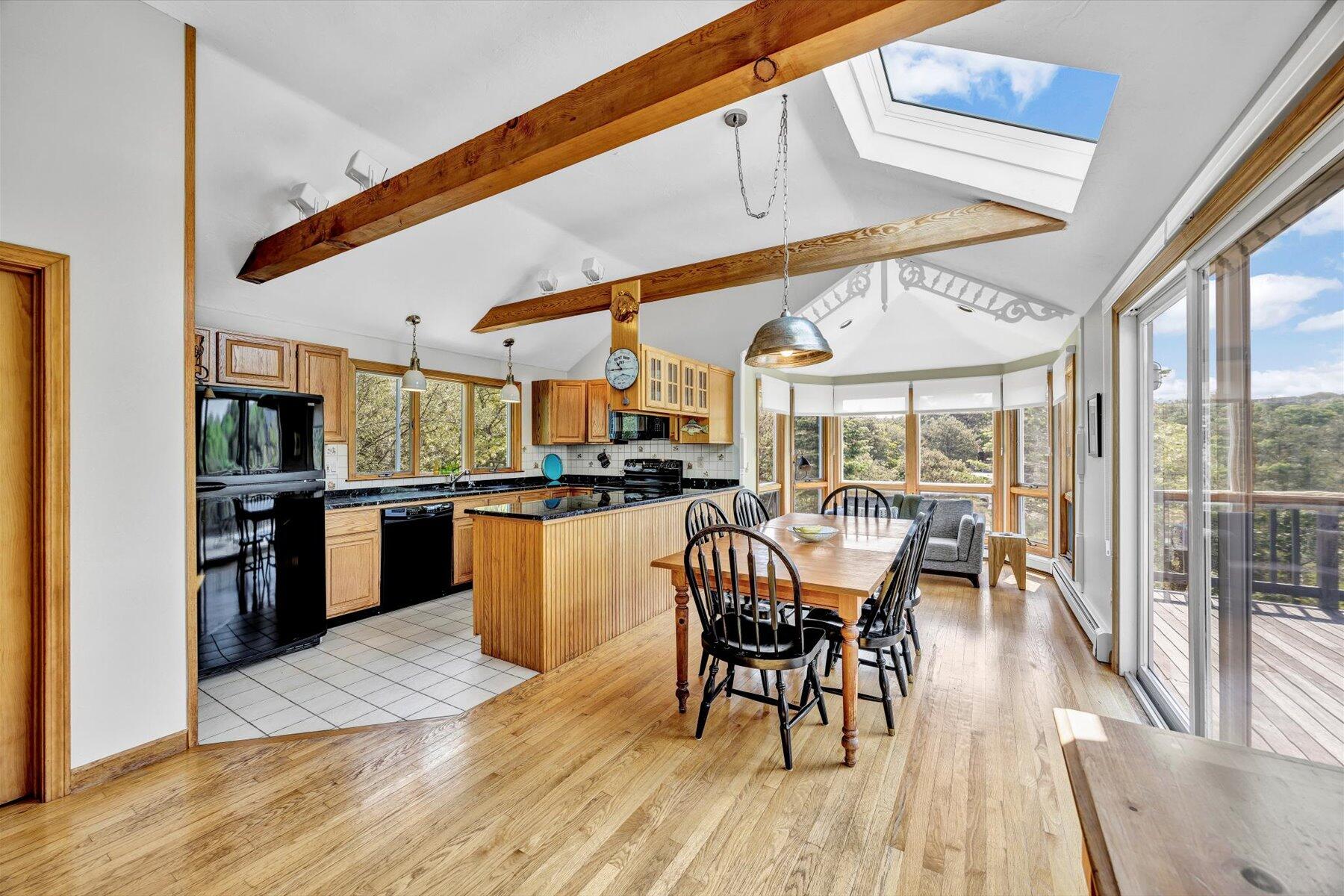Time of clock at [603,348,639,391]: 10:45
